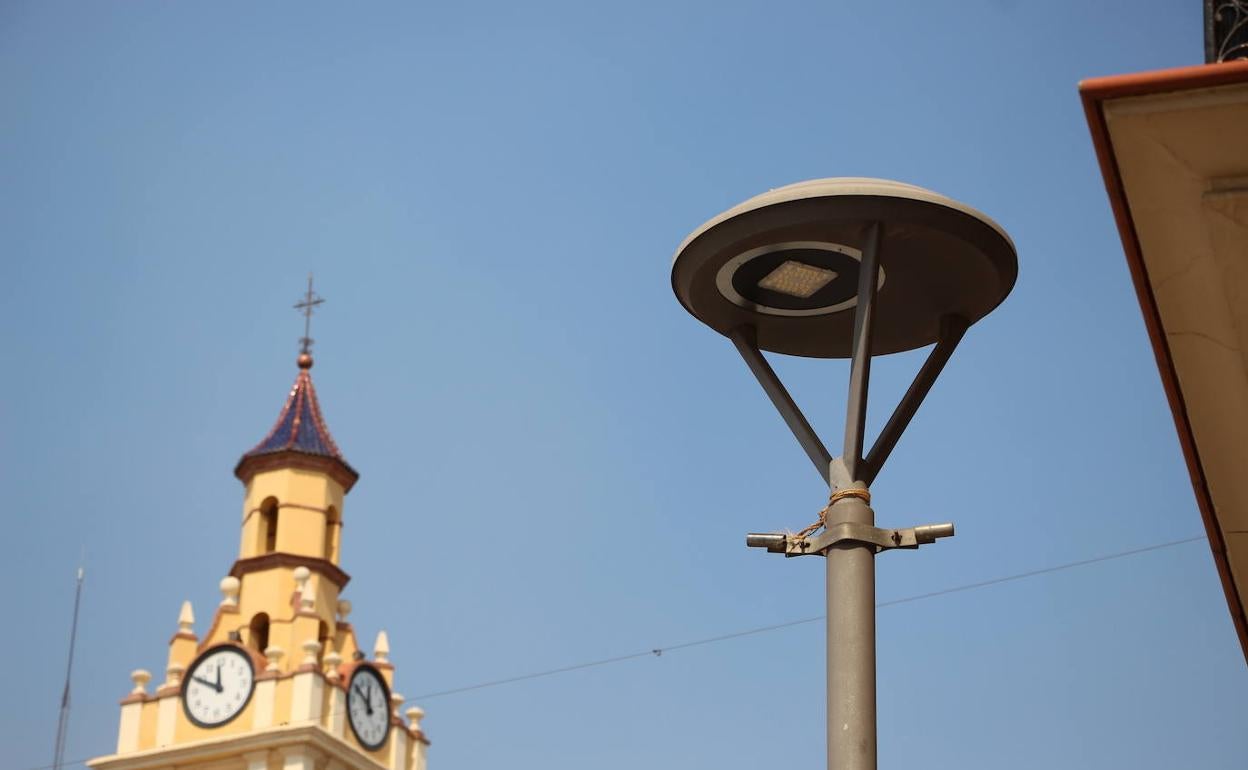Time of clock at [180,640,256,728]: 11:49
